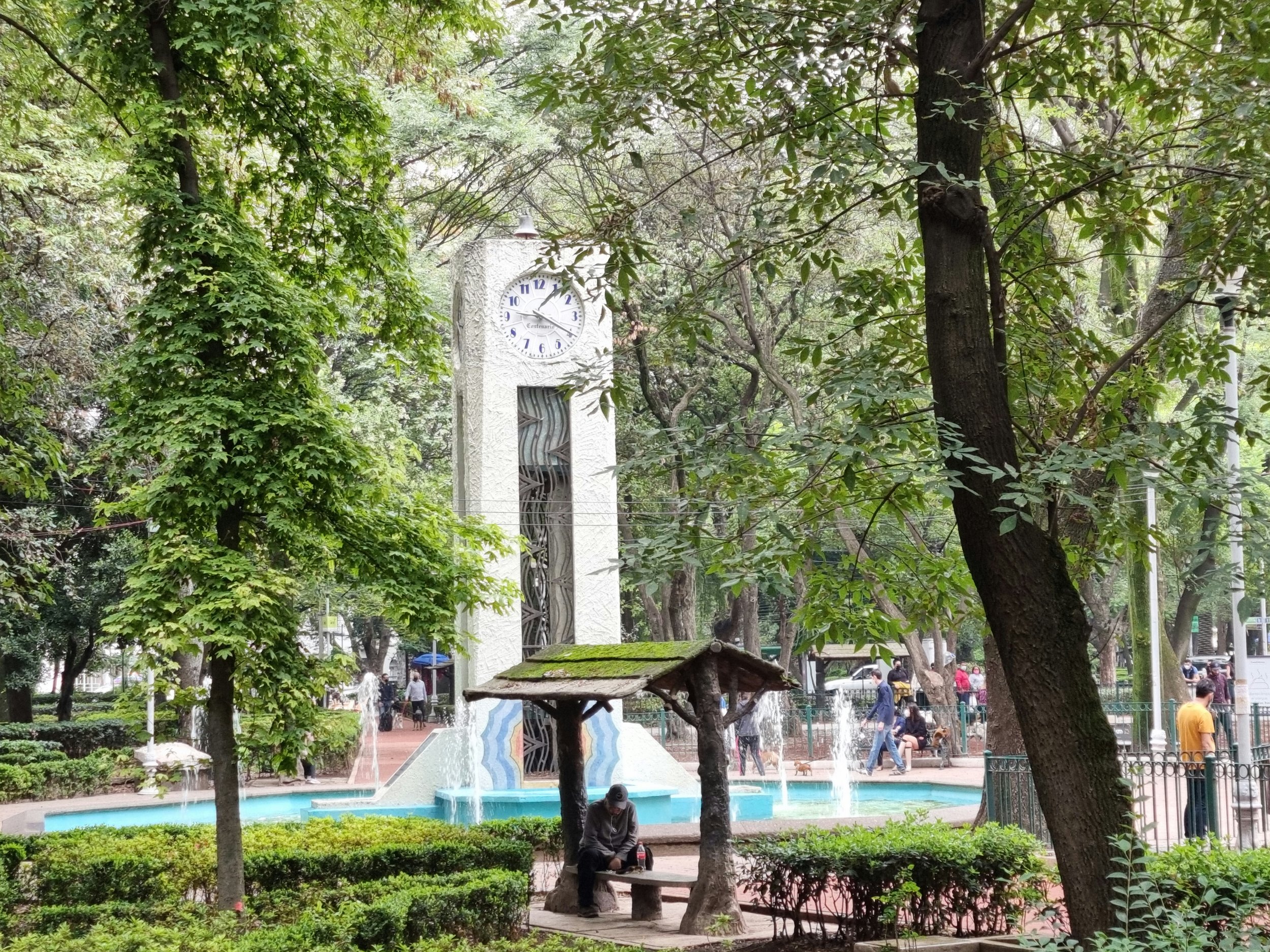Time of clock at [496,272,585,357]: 1:20
